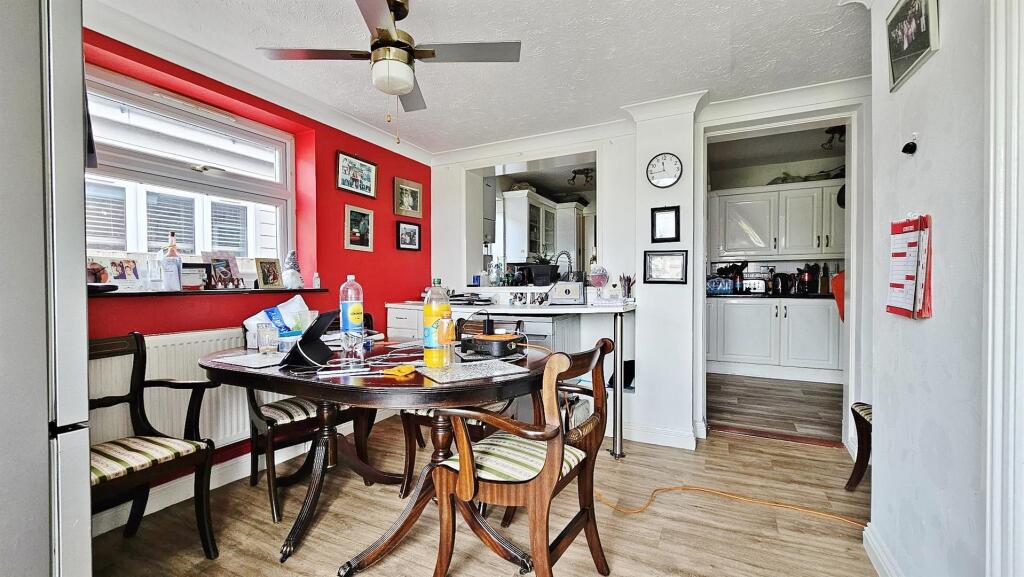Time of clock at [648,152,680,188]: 11:43
